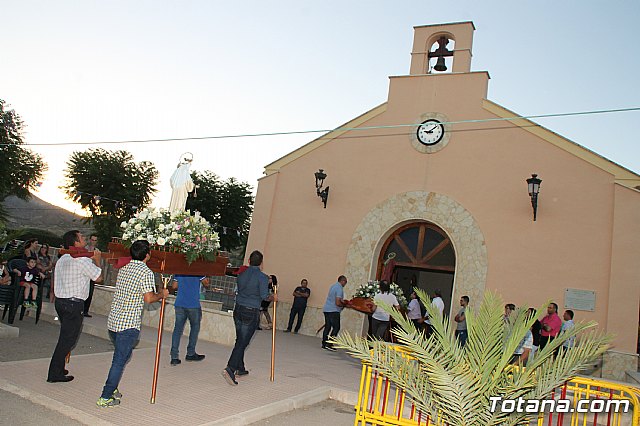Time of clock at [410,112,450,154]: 9:08
